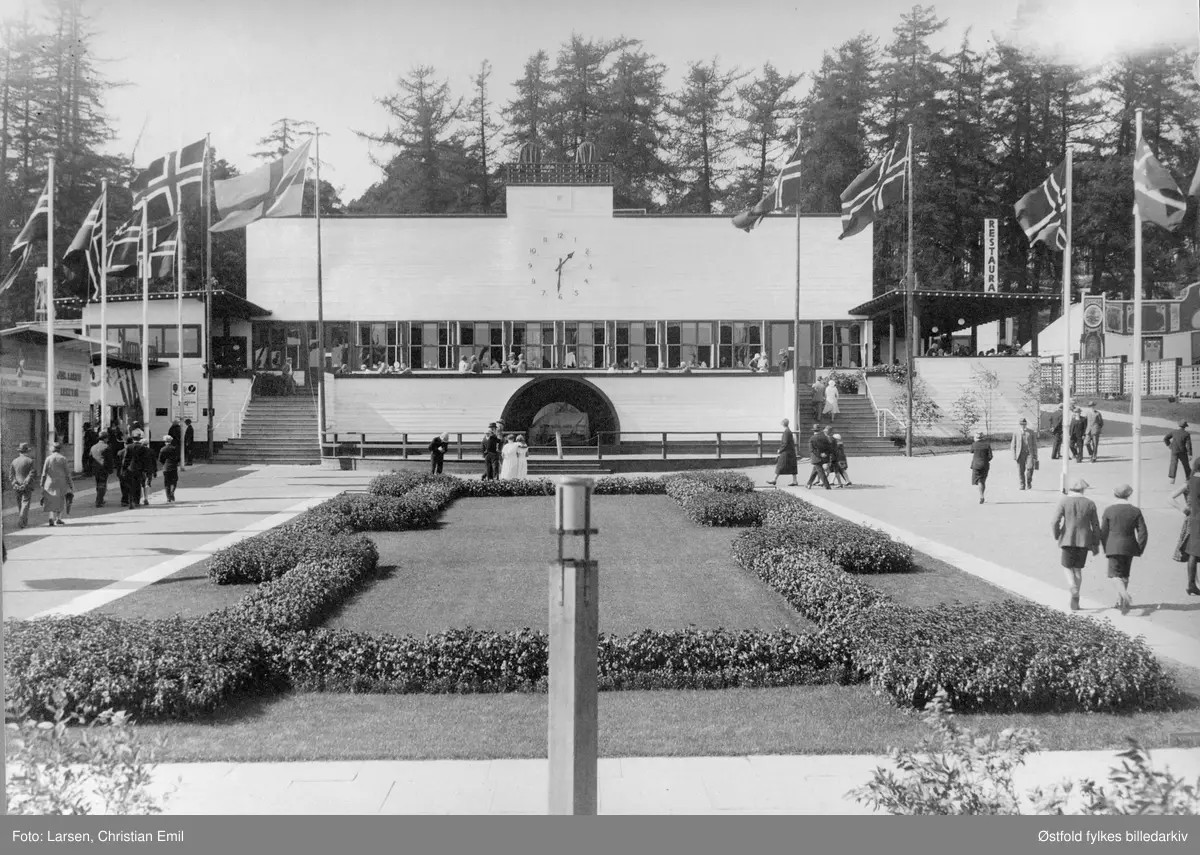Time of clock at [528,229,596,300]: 1:30
